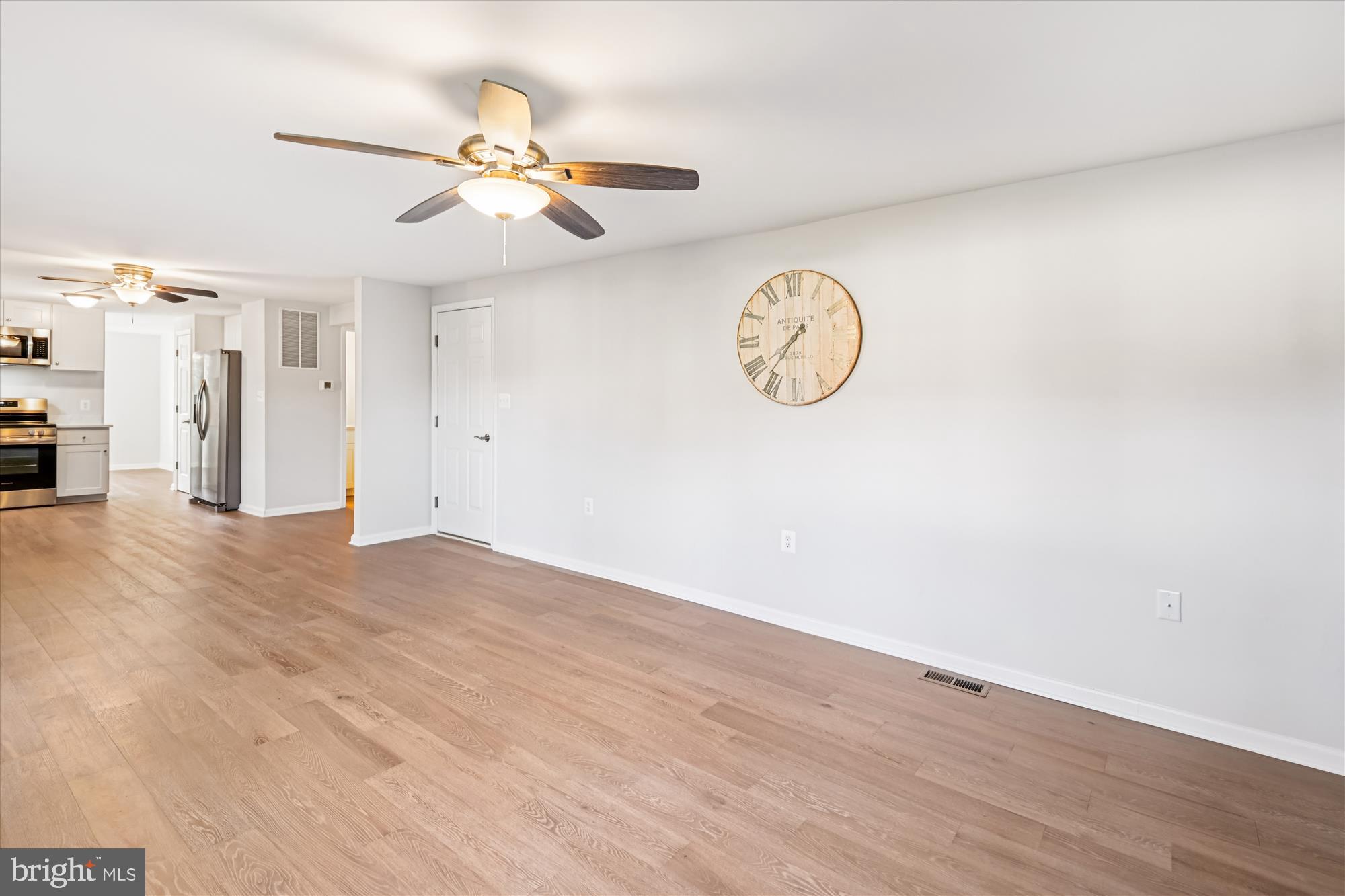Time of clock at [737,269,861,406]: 7:36
